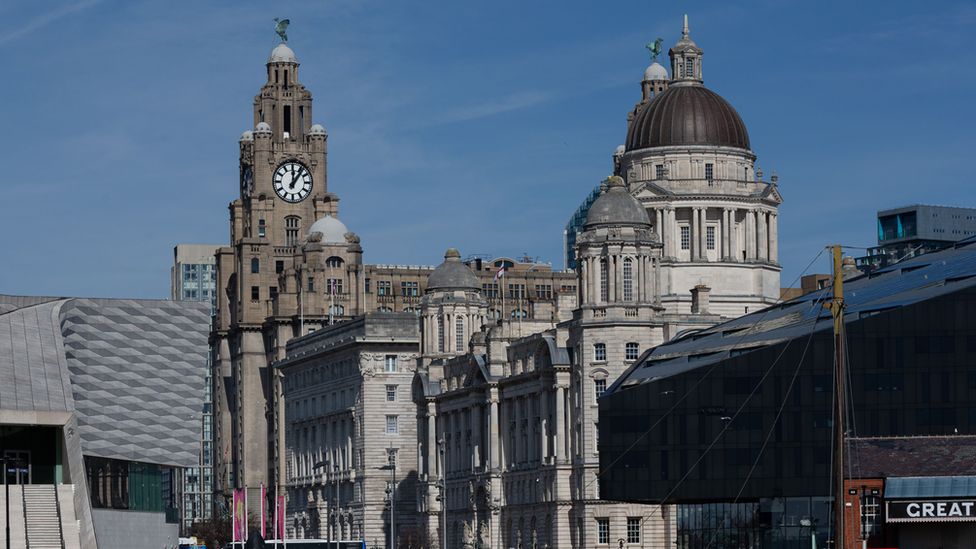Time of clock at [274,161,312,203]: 12:06
